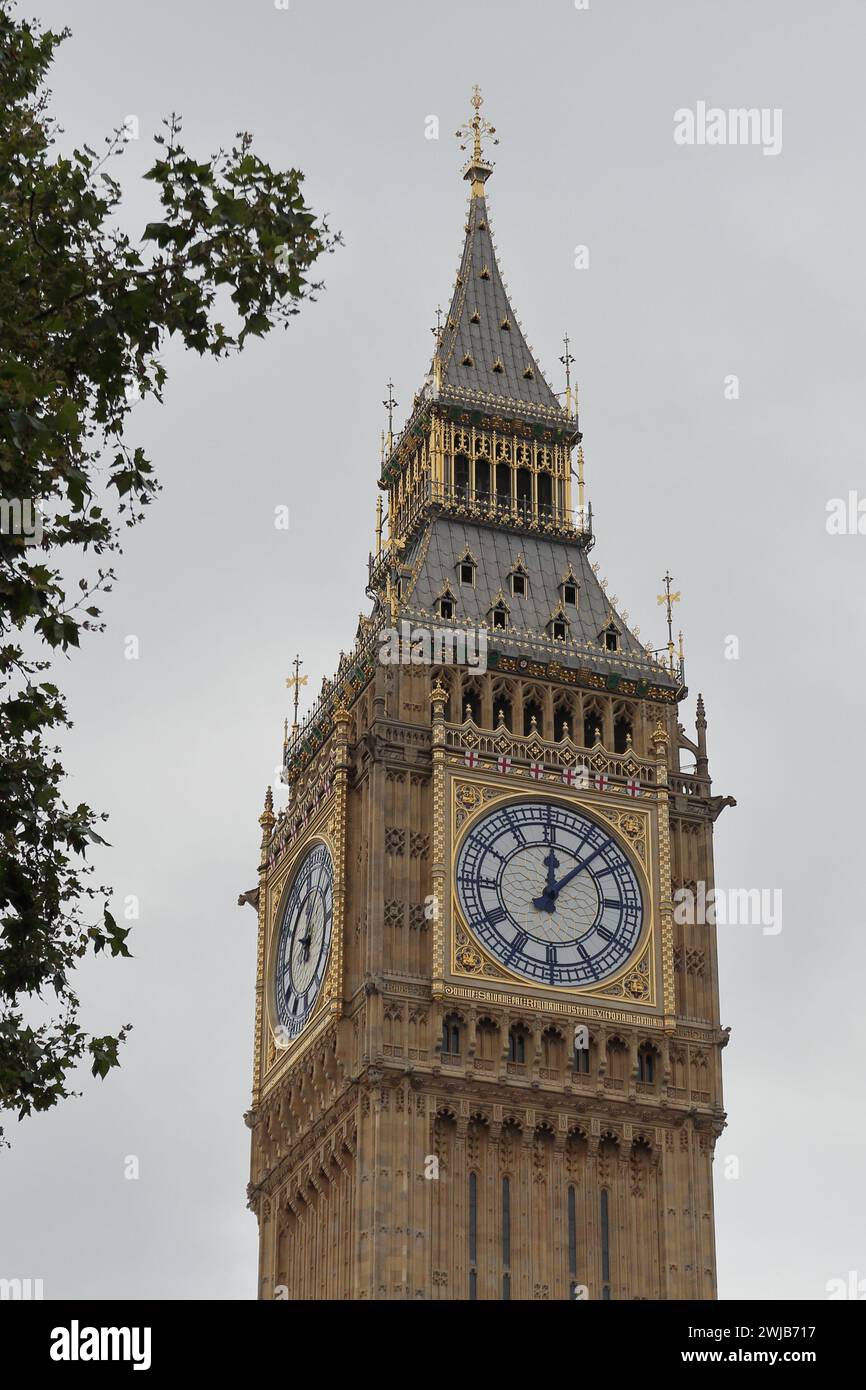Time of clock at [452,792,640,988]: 12:07
